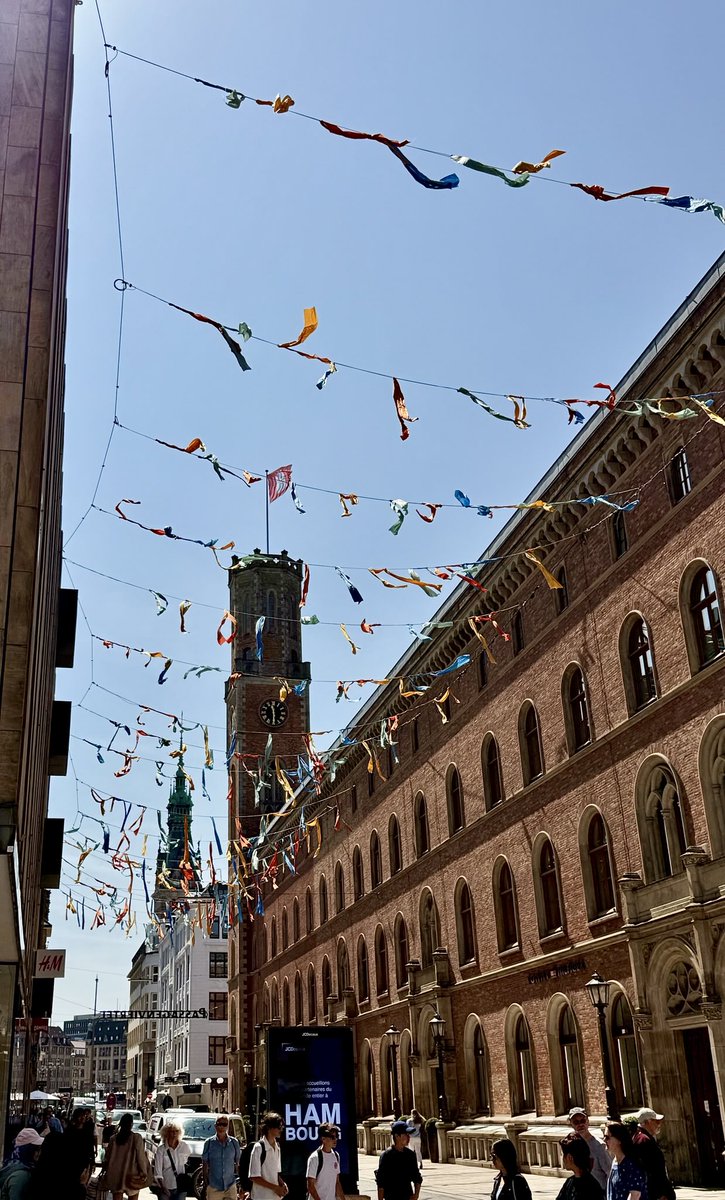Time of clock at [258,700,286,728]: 11:29
